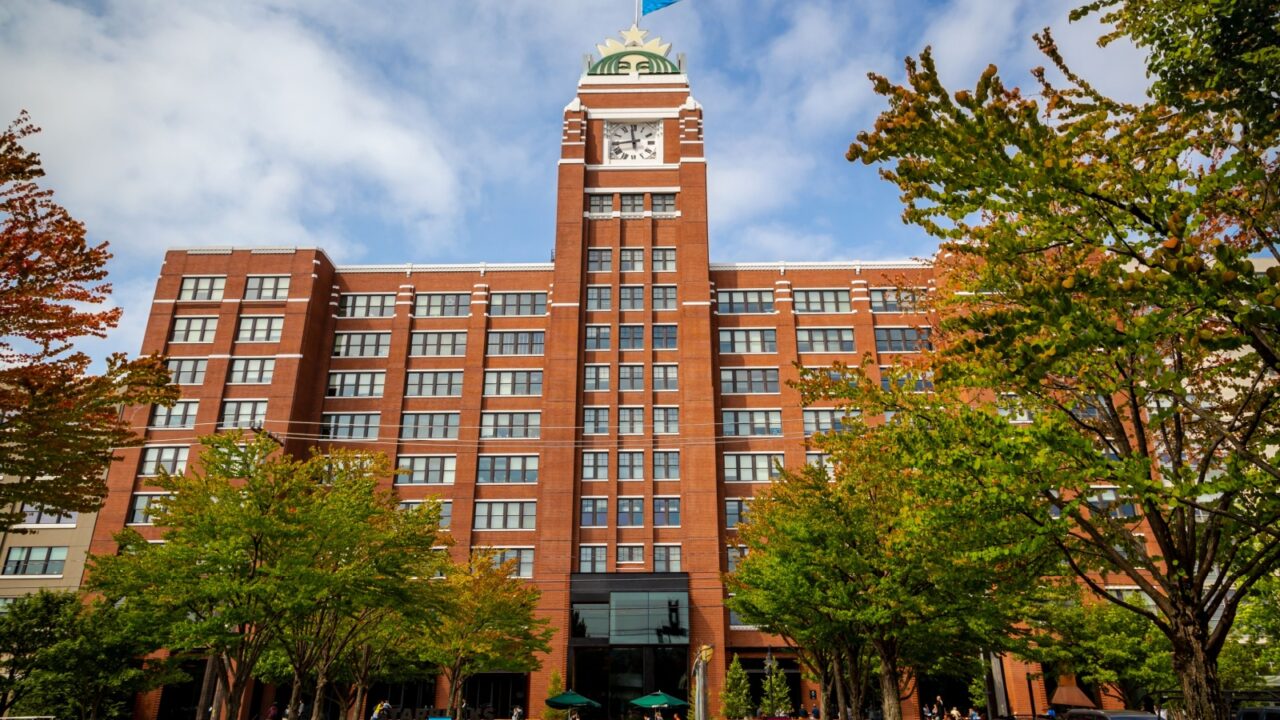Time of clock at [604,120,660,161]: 11:44
